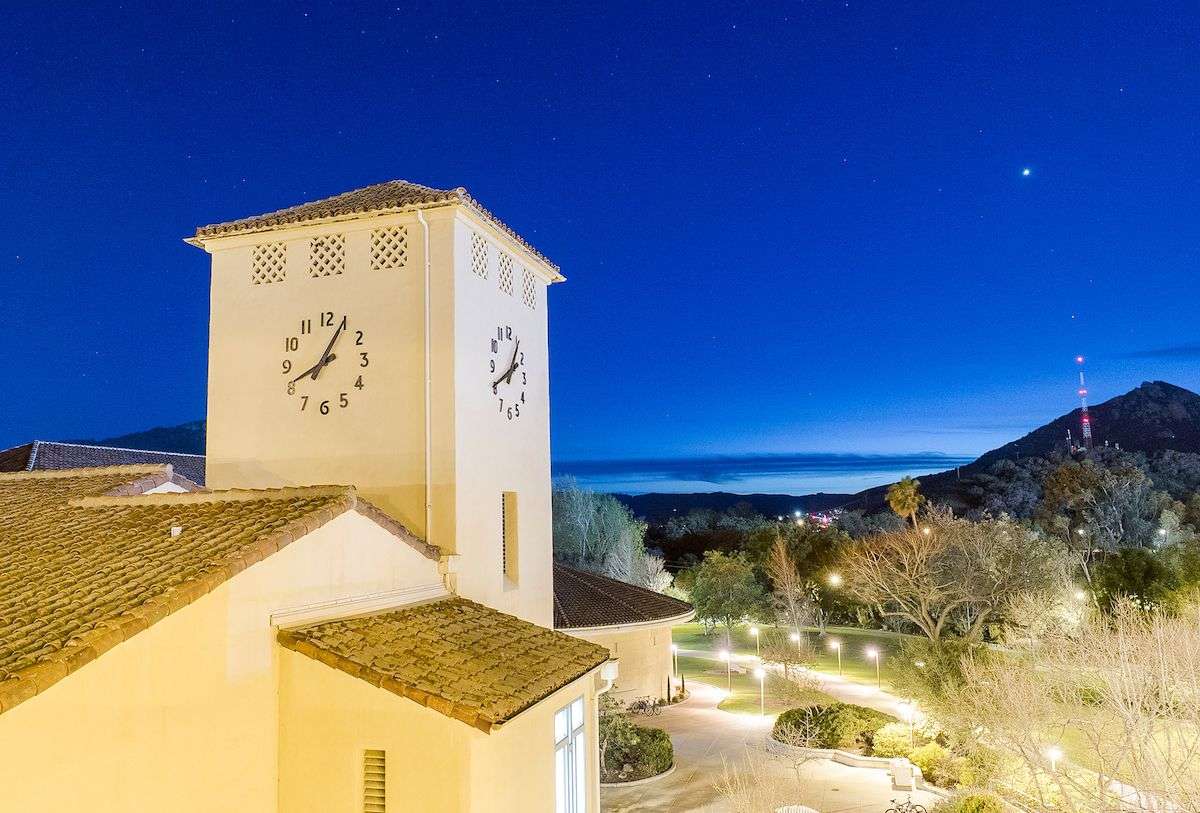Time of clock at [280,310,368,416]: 8:05
